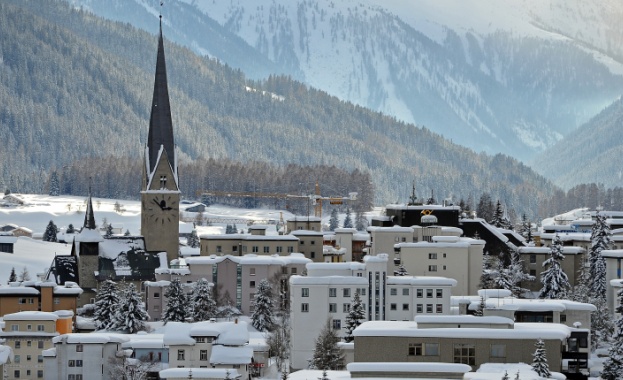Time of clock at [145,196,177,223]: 2:53
